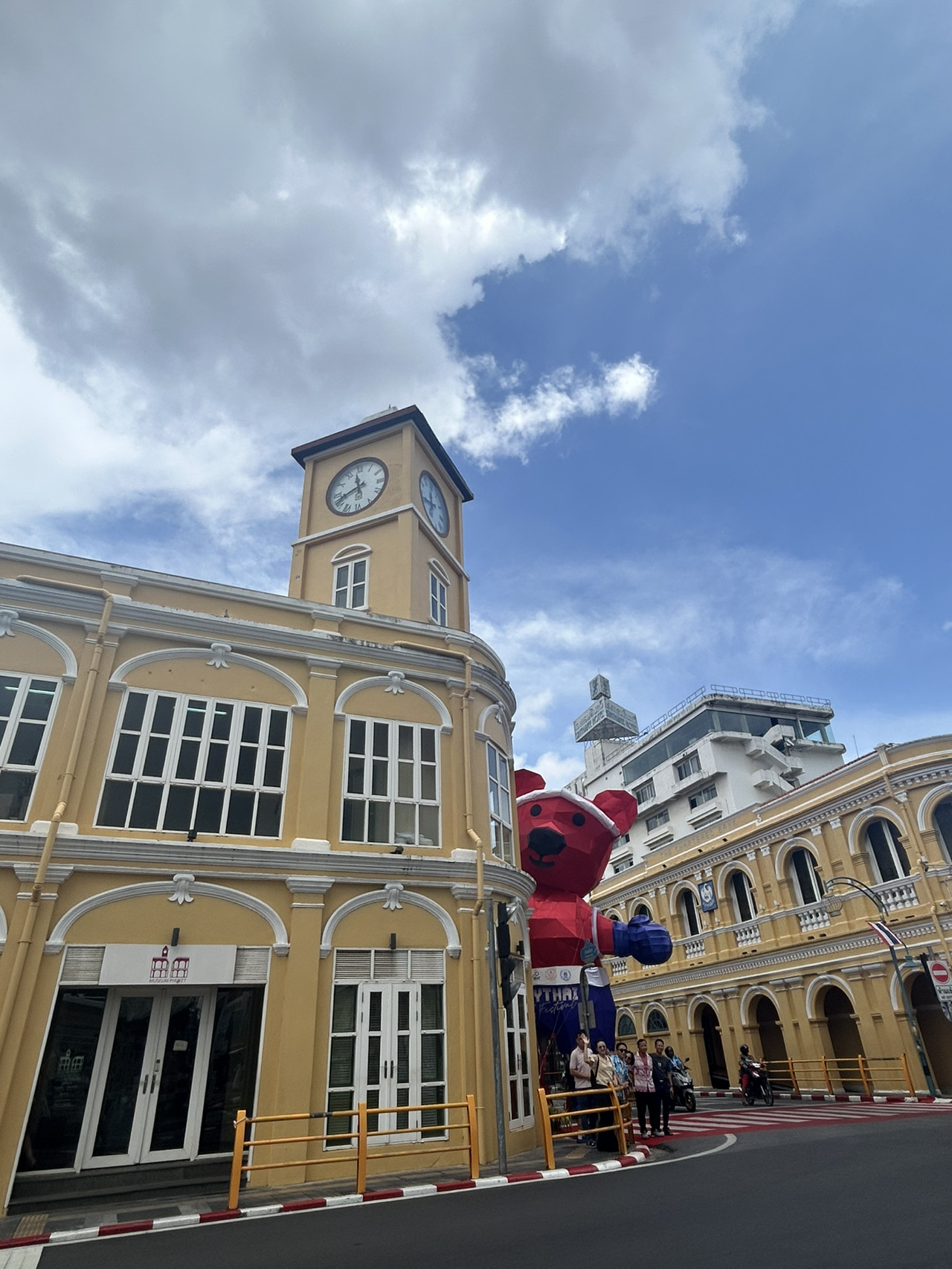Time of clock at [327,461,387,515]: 11:42
